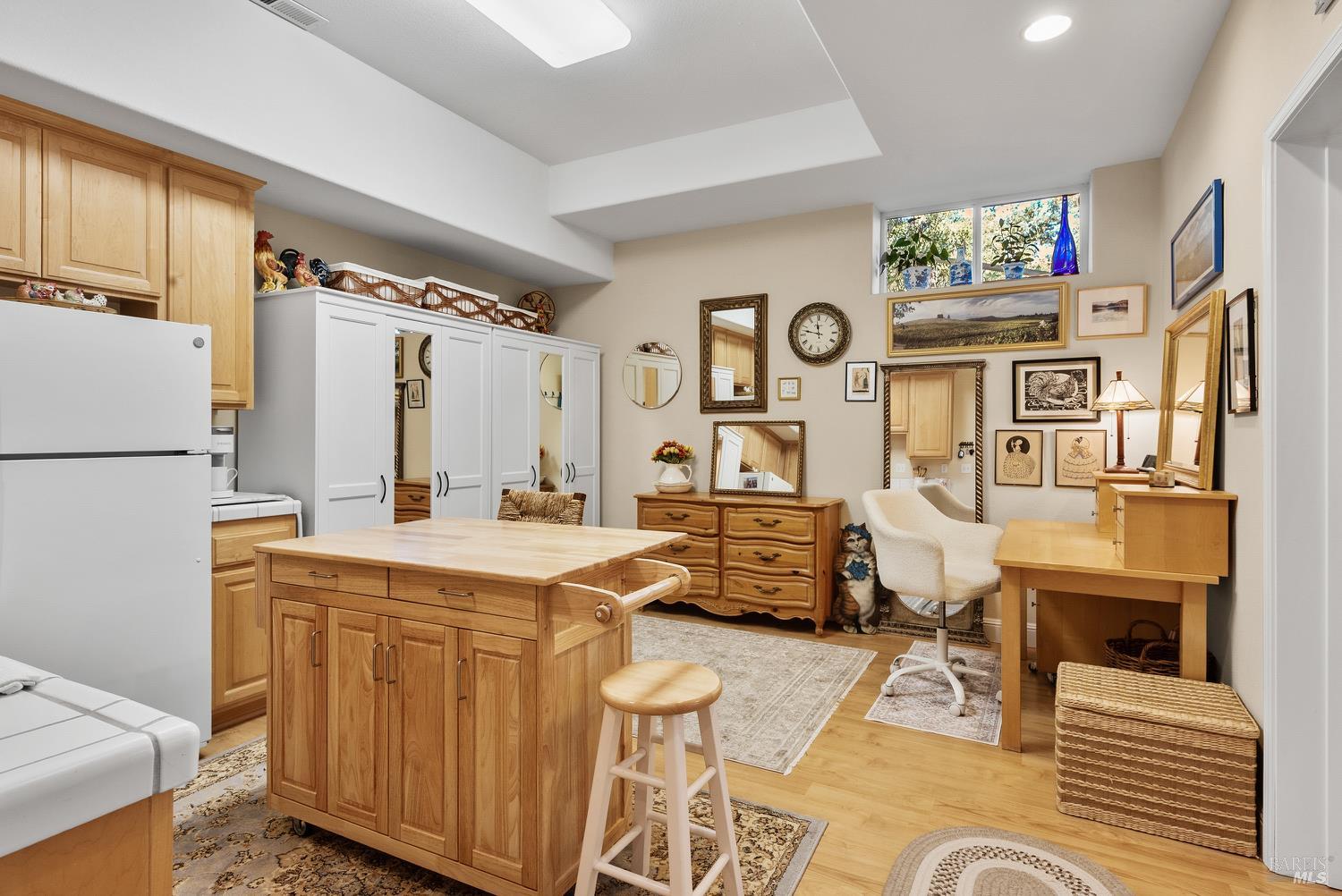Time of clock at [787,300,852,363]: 11:47
